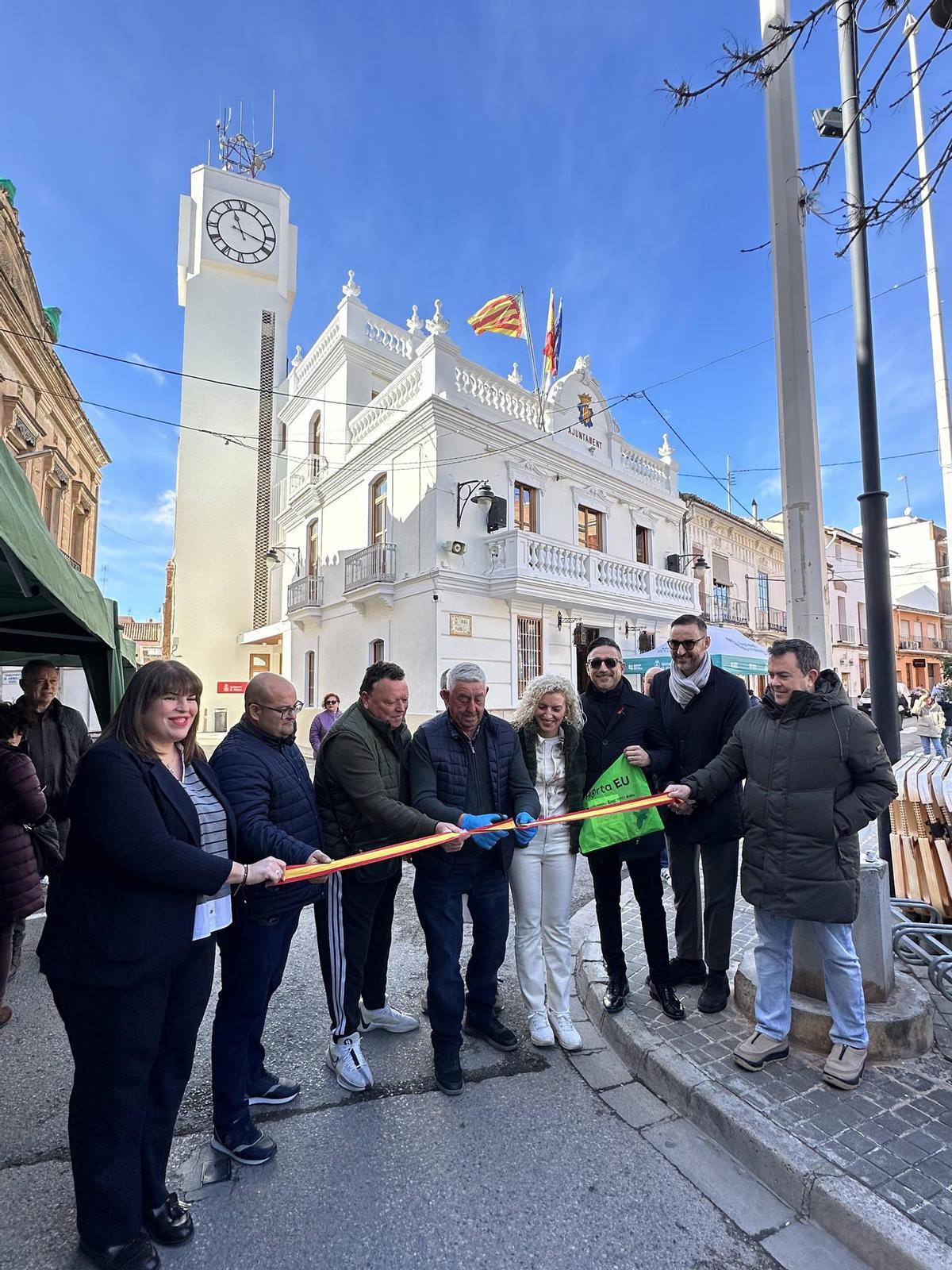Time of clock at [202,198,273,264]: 11:17
